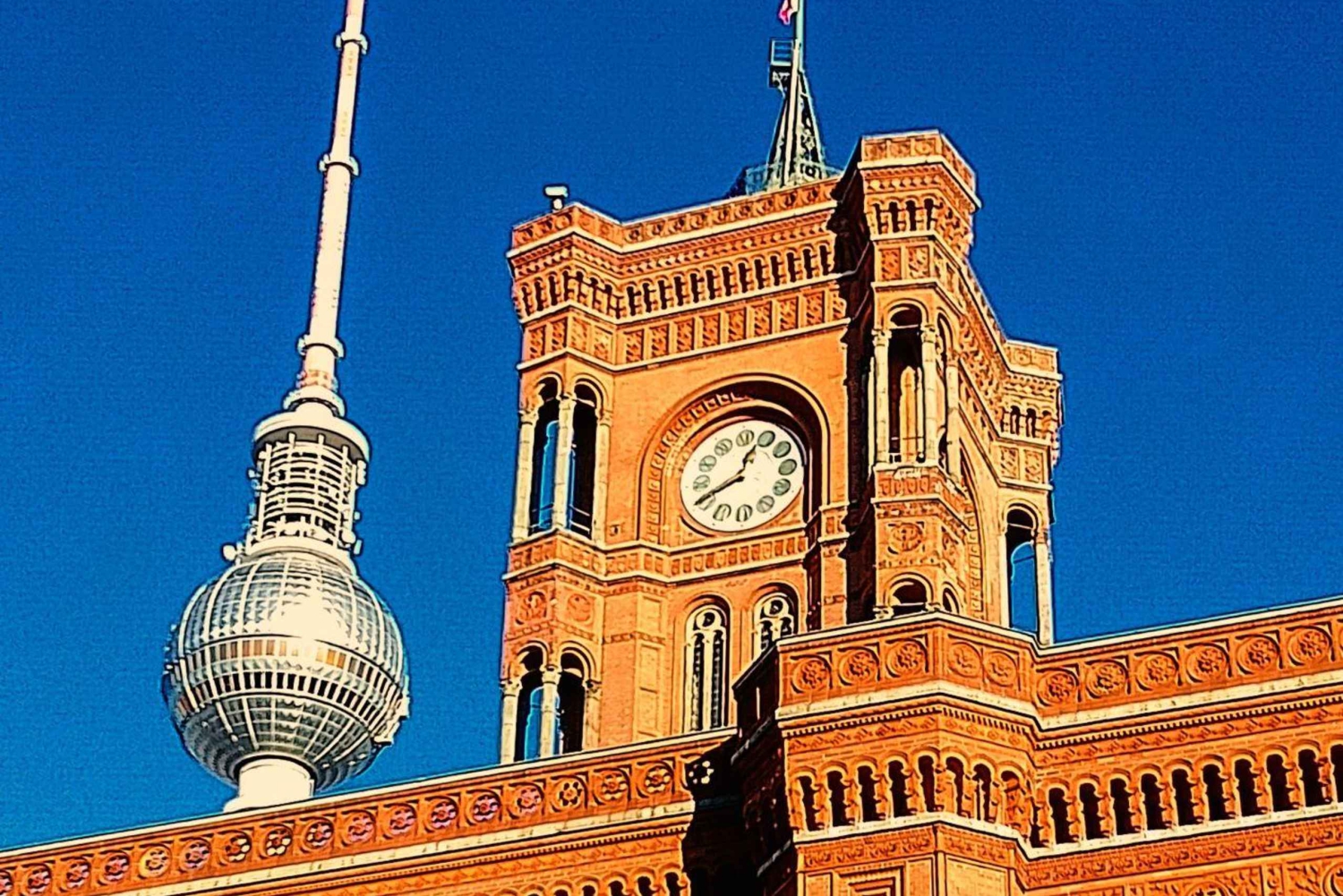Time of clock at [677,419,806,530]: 12:40
